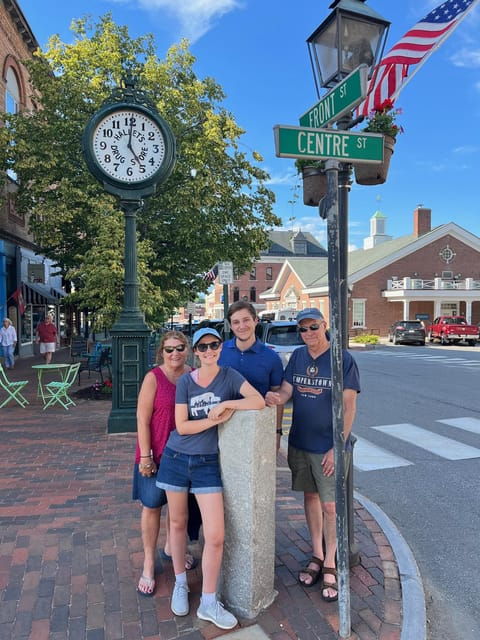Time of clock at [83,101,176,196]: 5:00
